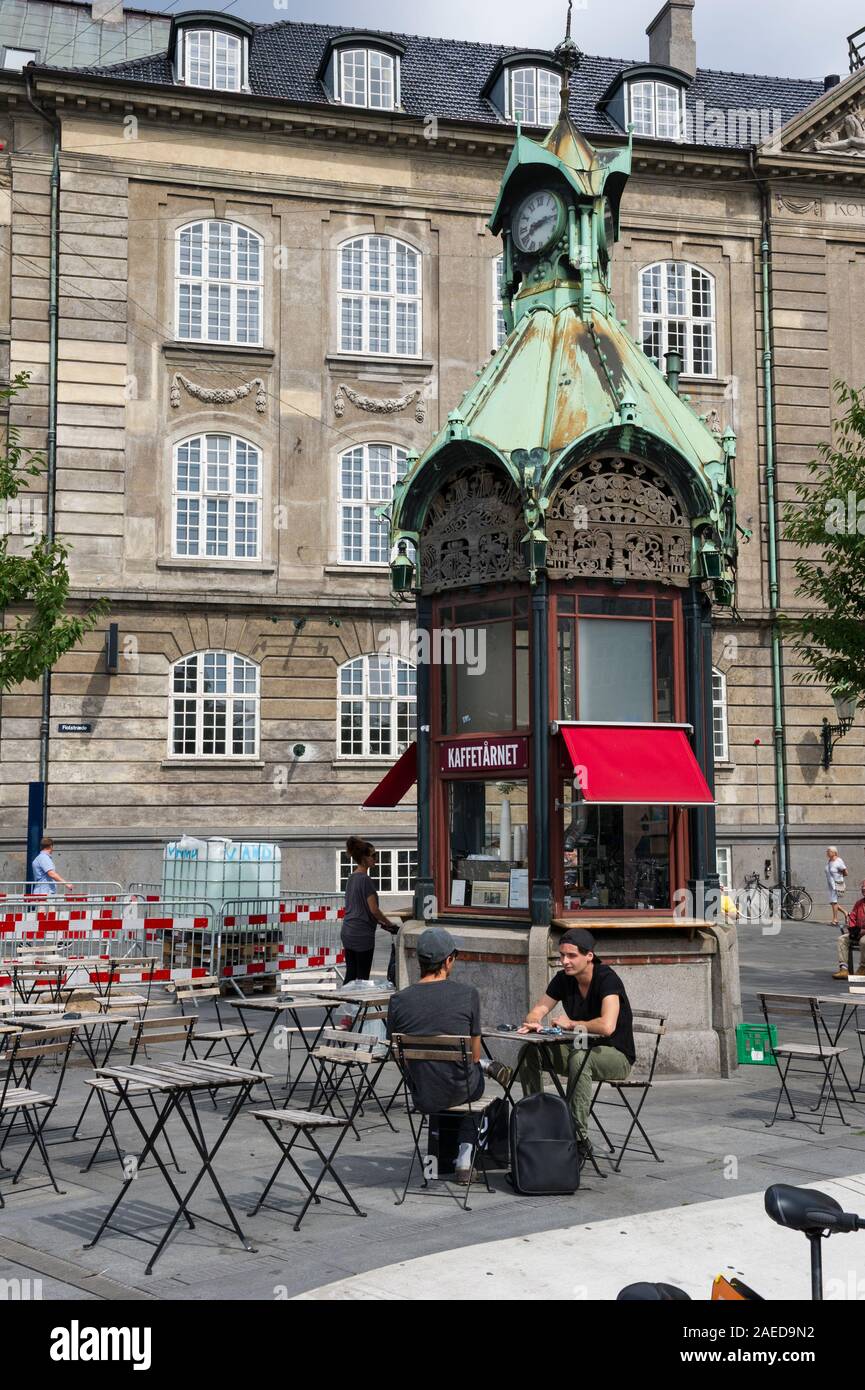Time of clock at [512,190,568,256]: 8:14
